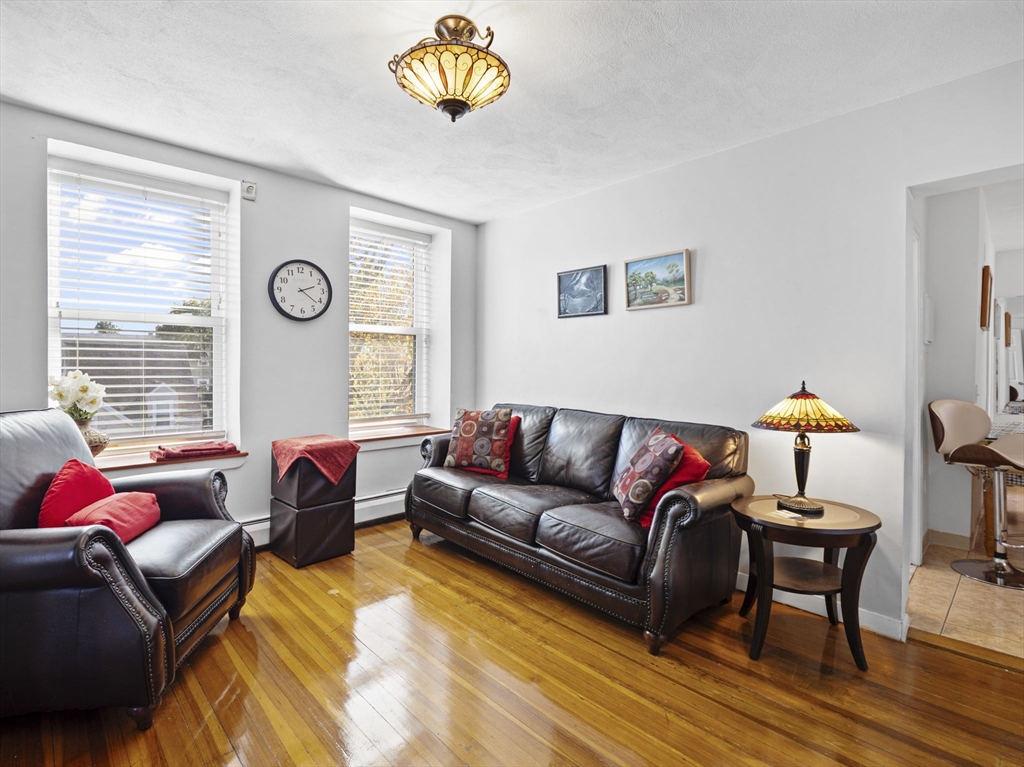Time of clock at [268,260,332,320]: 2:21
